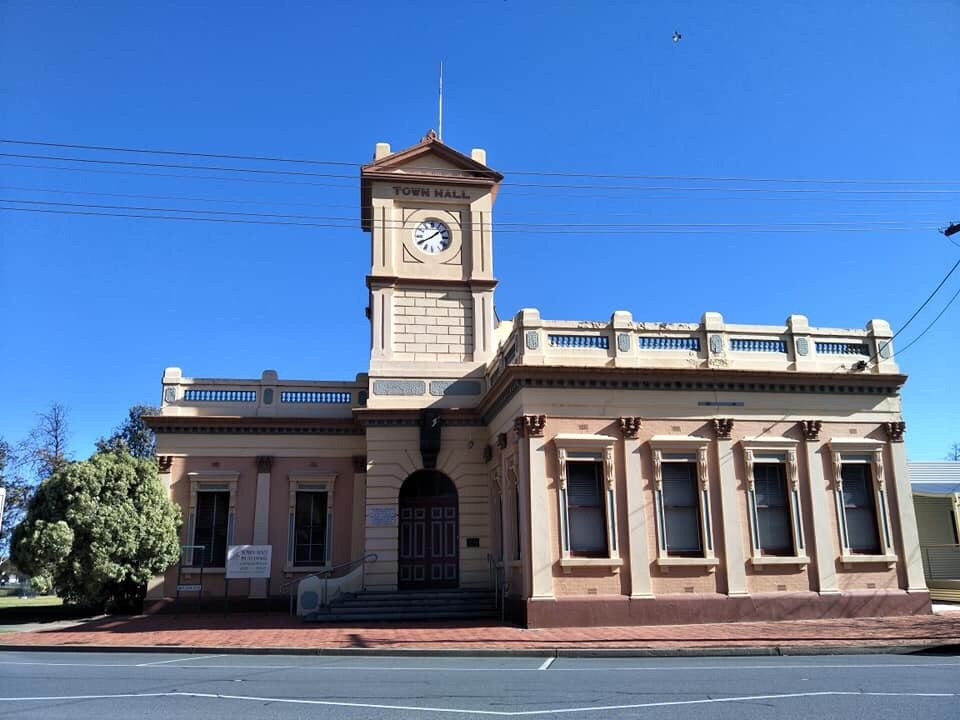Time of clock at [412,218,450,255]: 1:40
